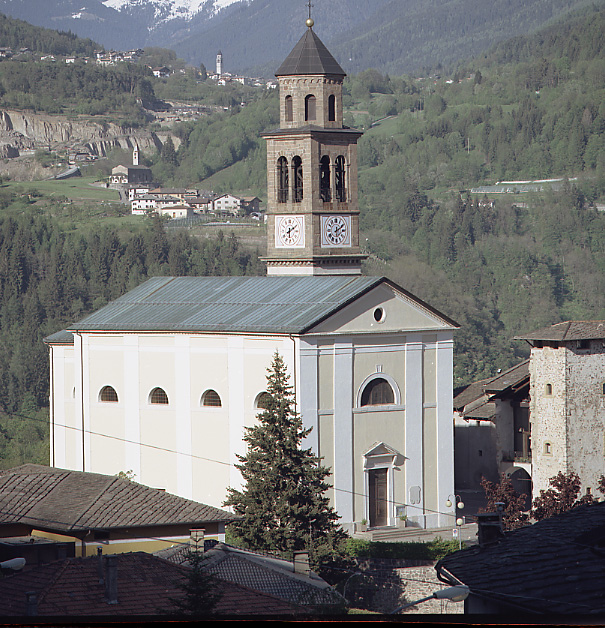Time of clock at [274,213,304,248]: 6:10
